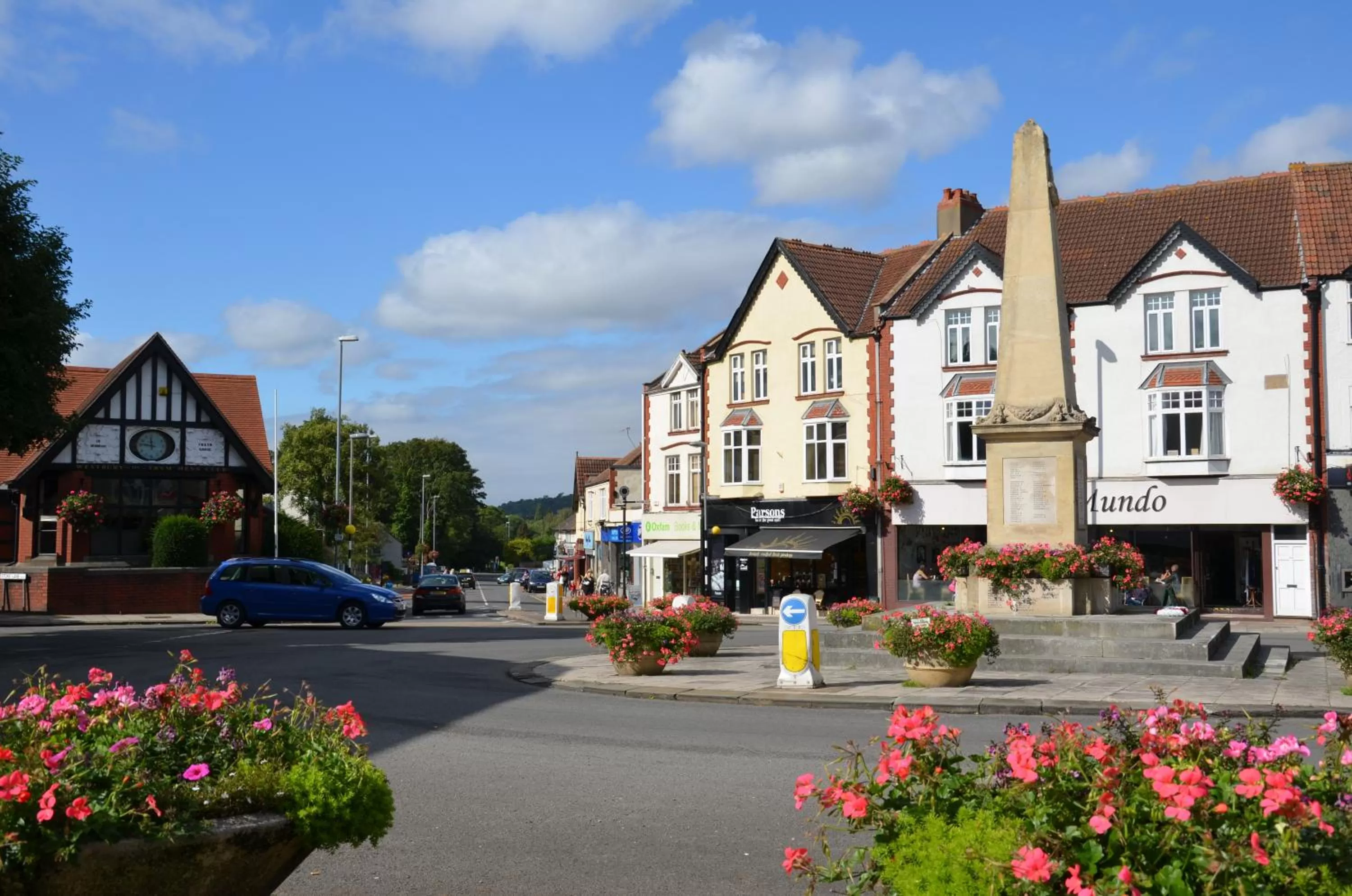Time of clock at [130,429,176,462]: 11:46
